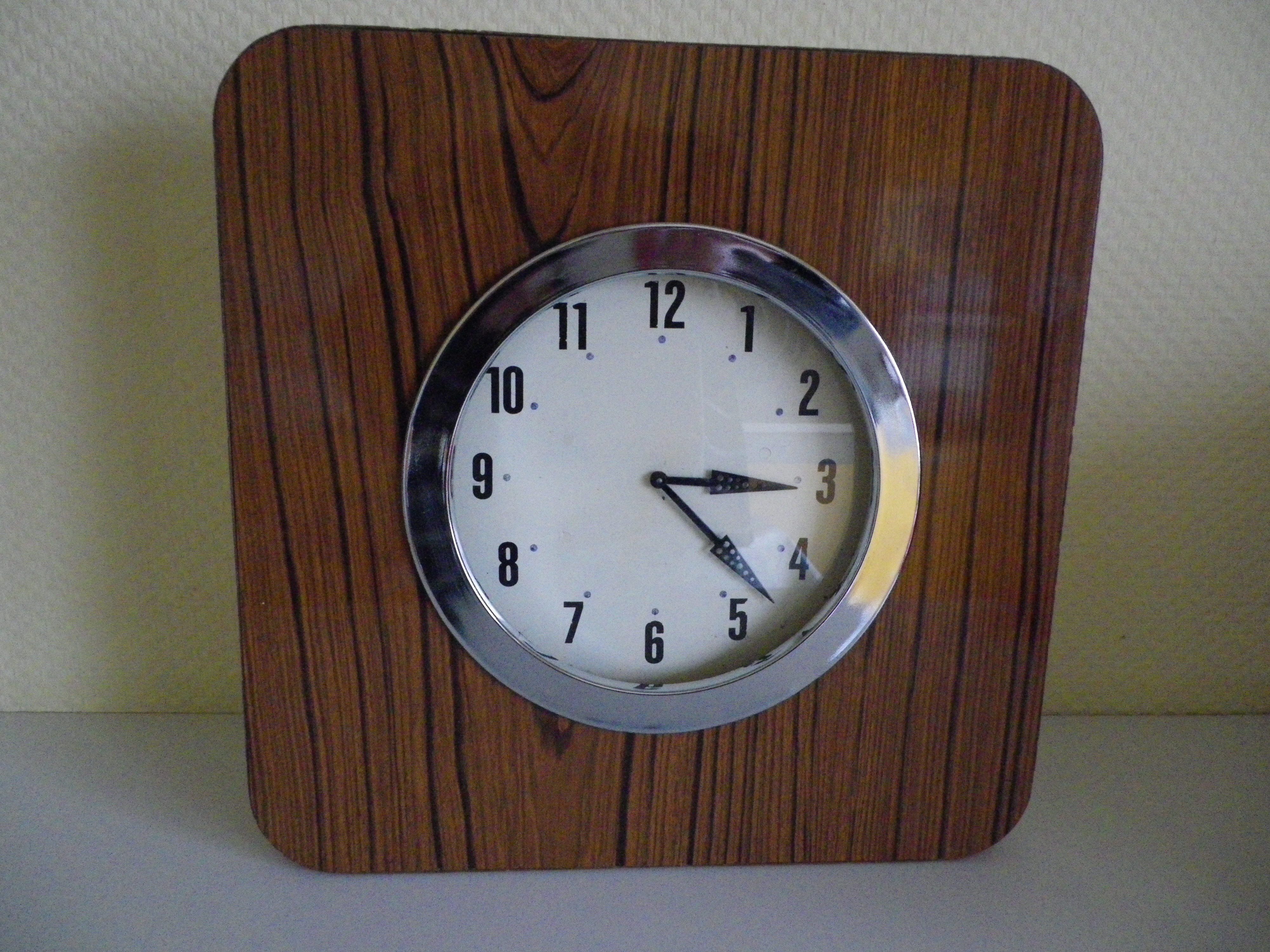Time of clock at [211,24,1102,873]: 3:22
